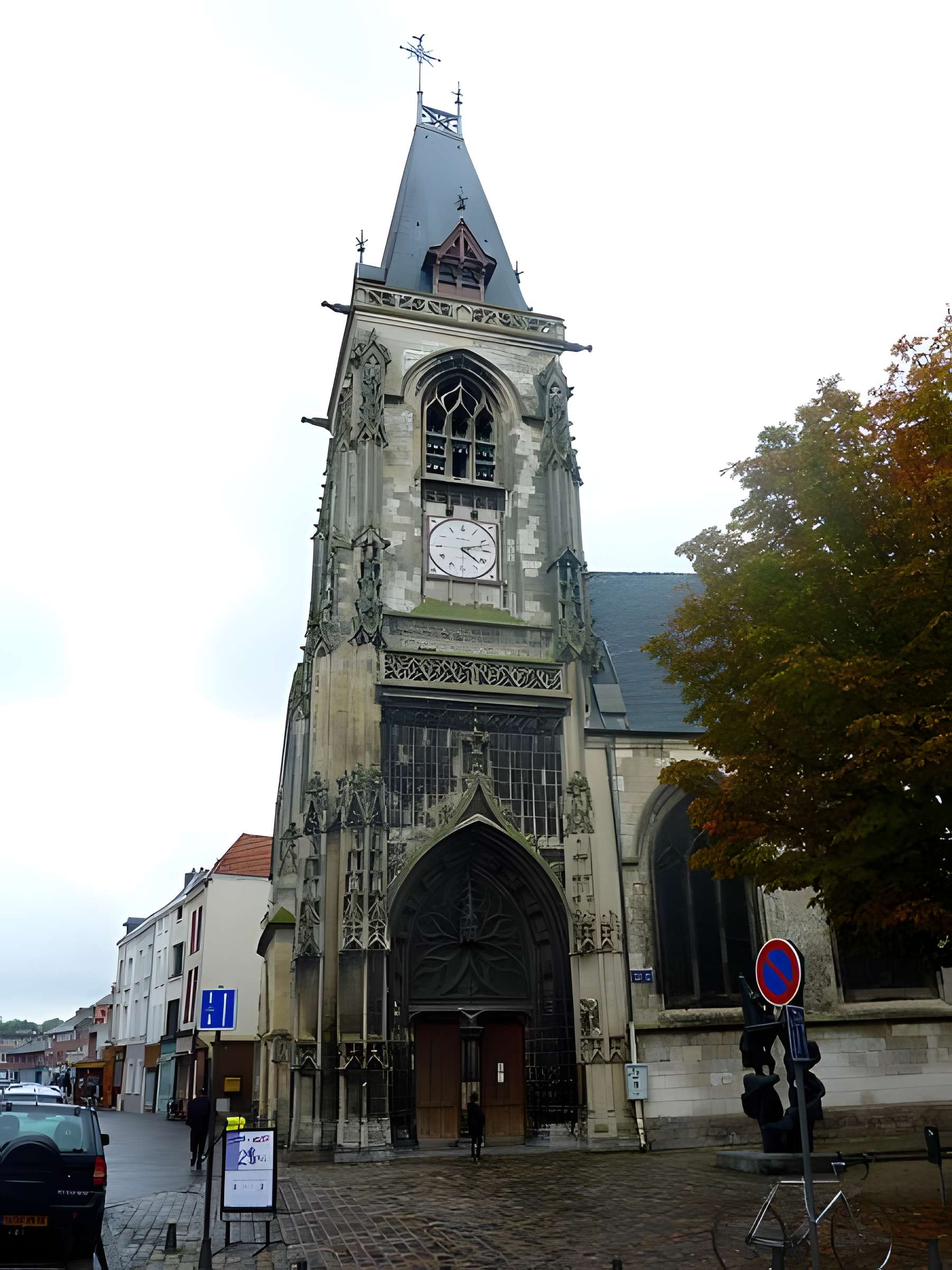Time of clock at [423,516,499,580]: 4:12
